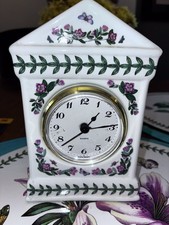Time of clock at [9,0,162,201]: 1:14
